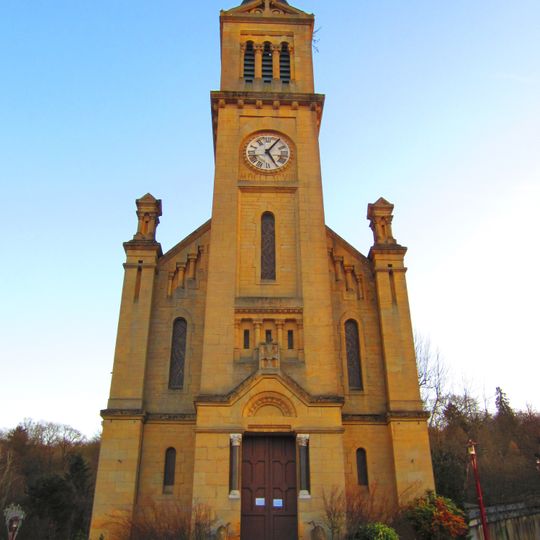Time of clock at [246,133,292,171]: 5:05
